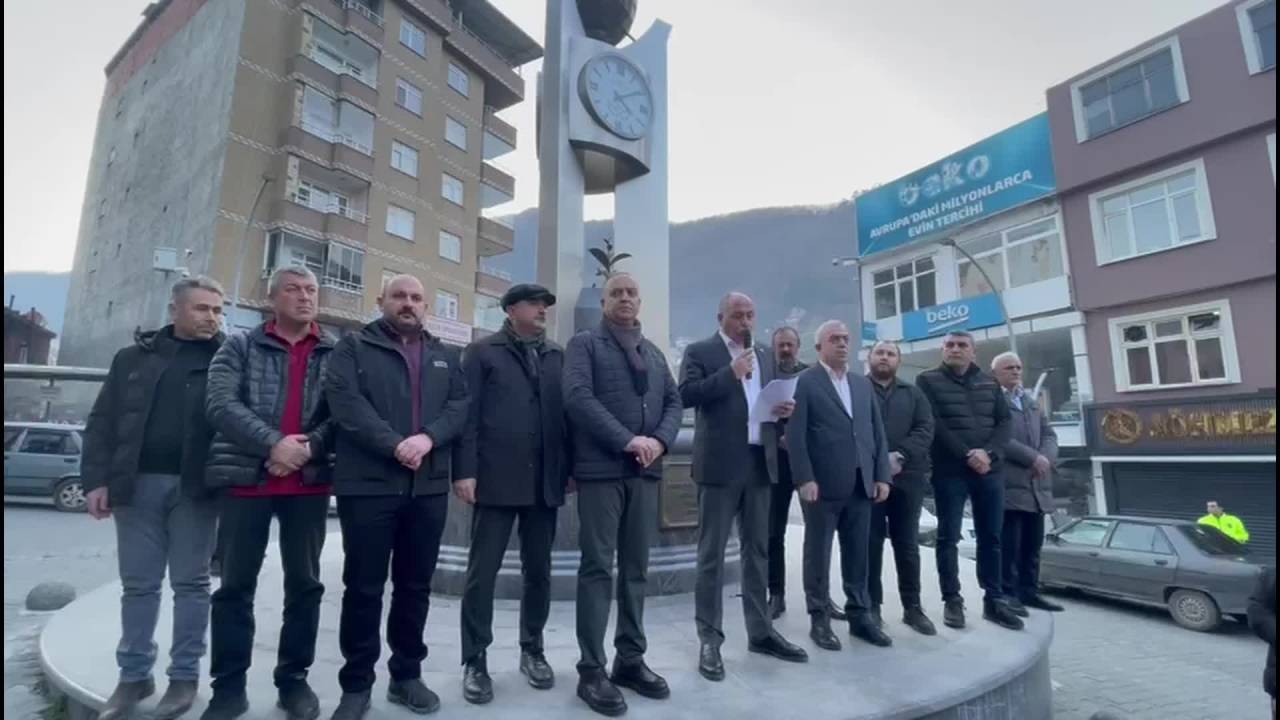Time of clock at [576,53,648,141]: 4:09
